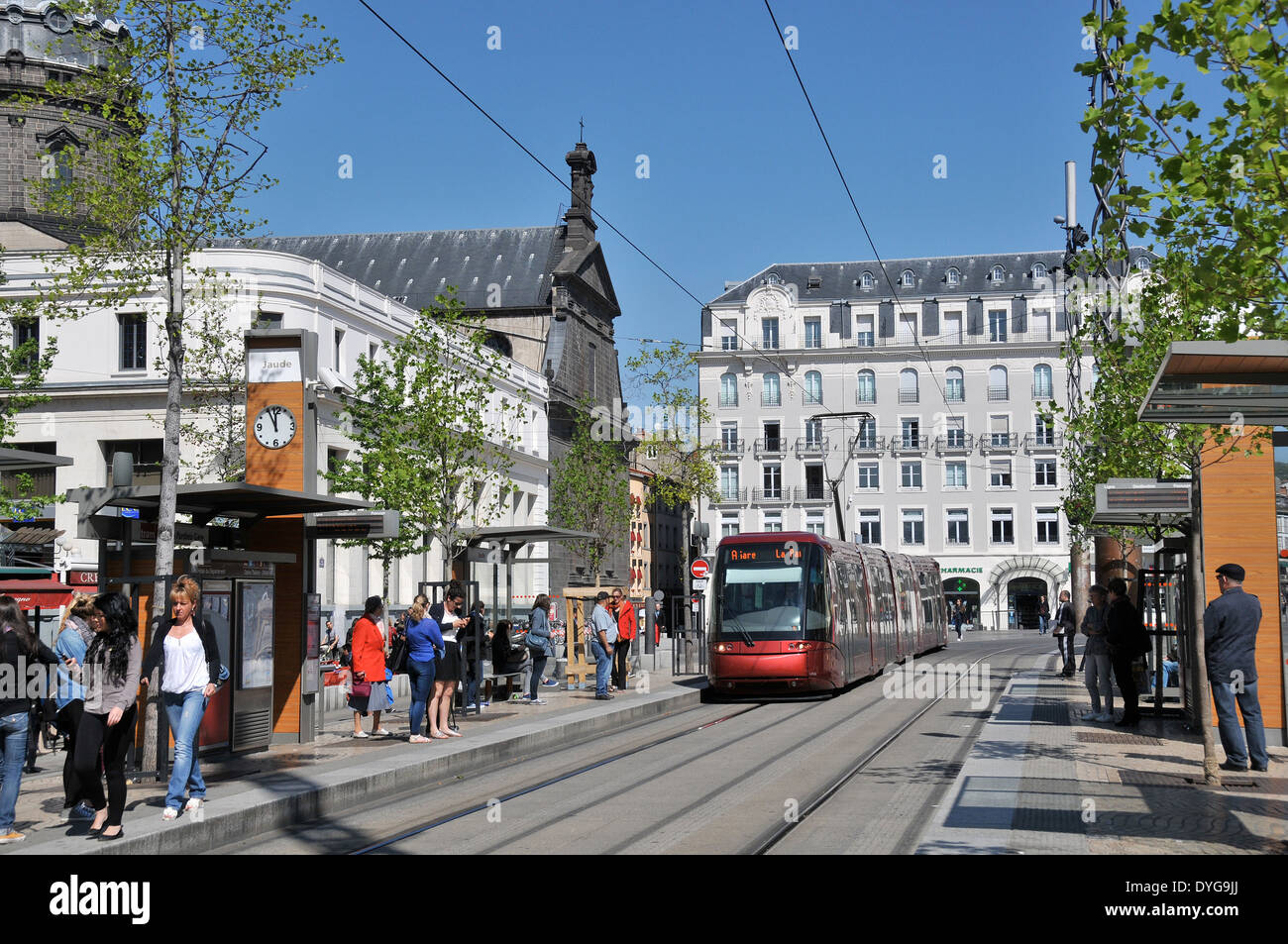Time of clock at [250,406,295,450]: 11:55
